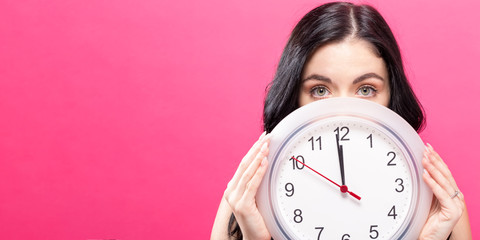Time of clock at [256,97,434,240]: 11:58
